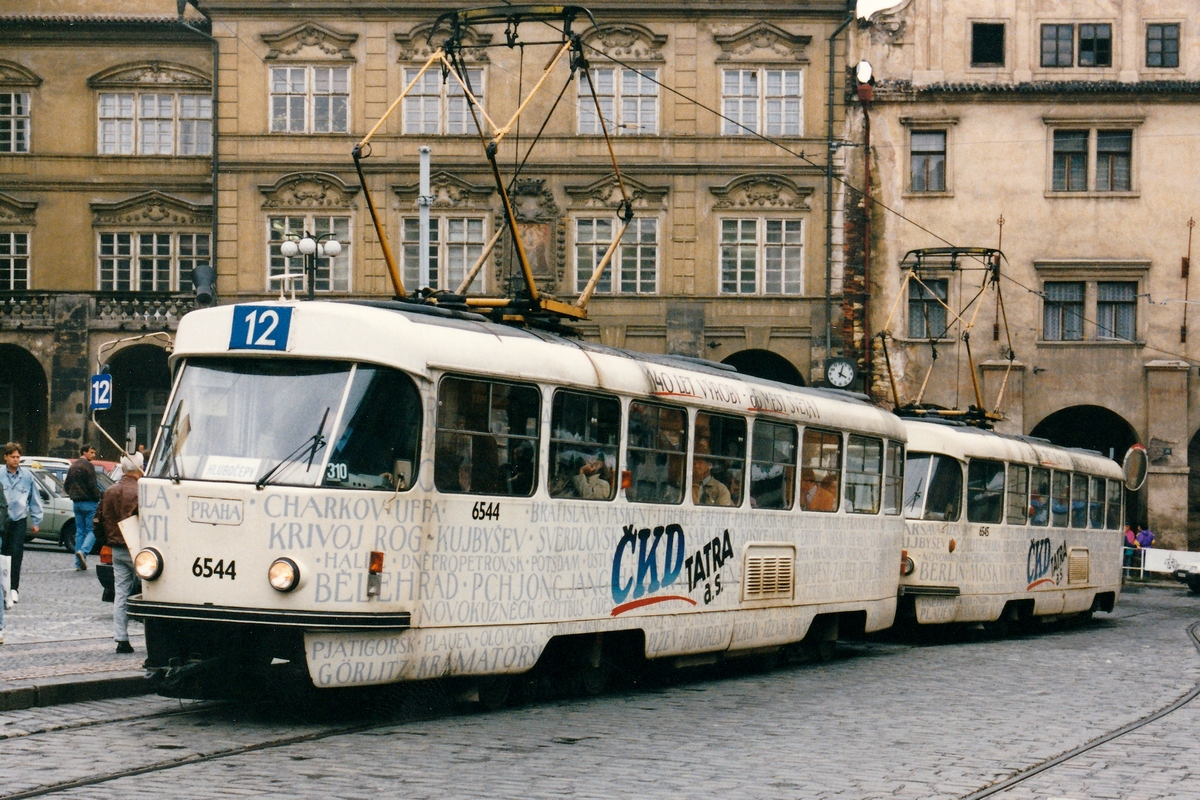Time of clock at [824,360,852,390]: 4:02
